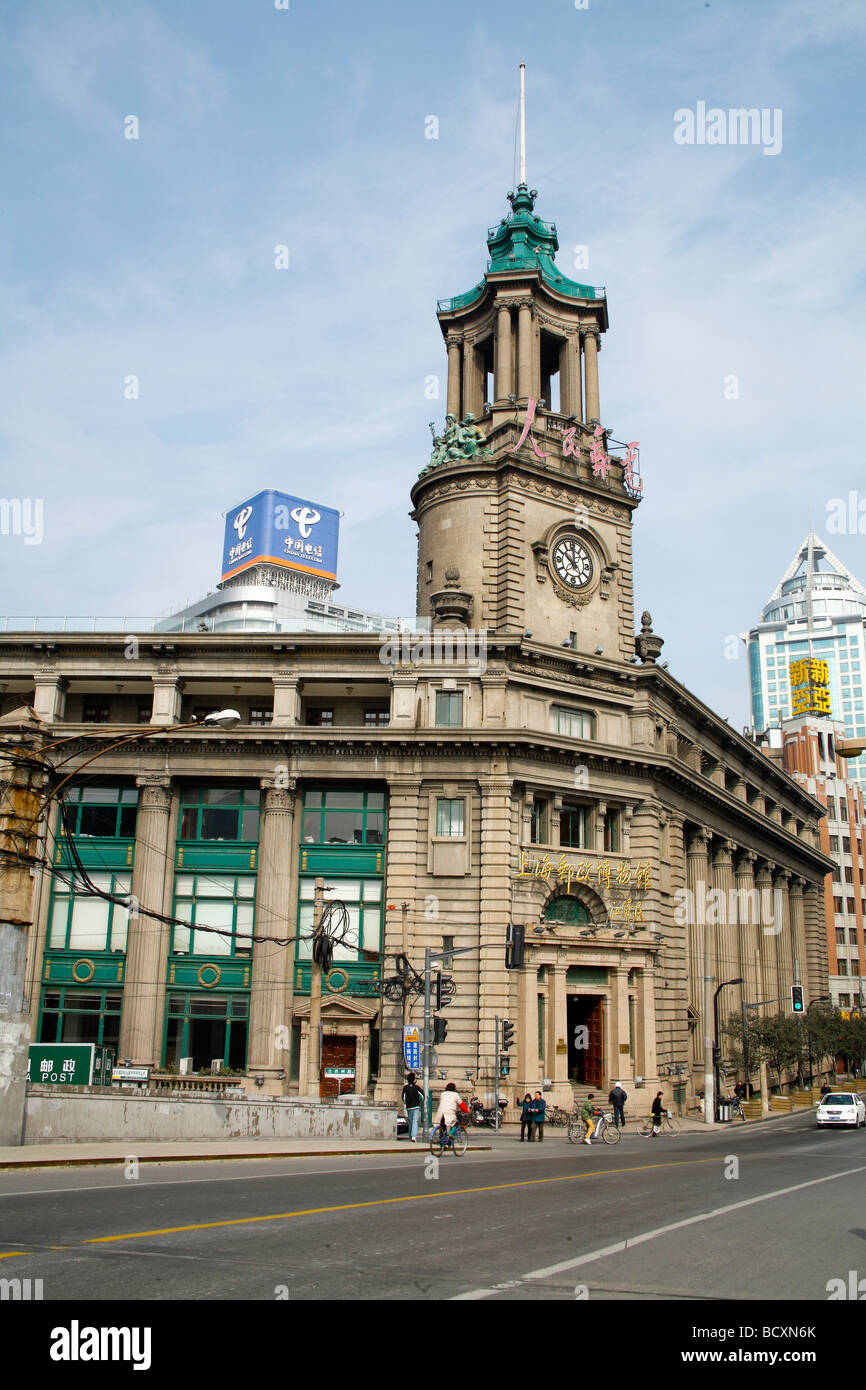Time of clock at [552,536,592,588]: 10:00
